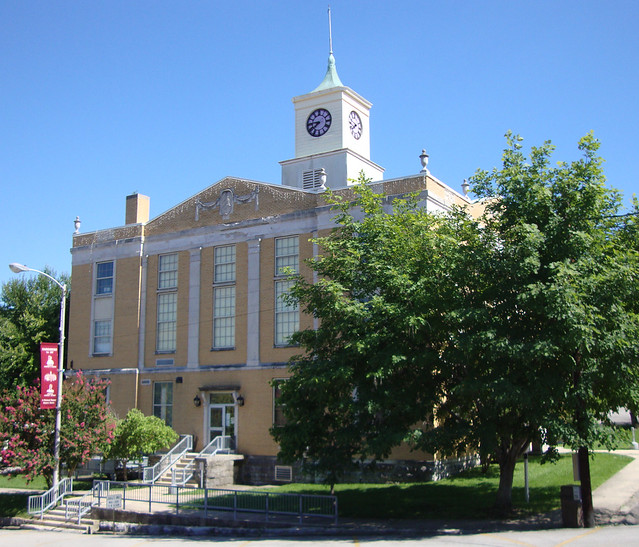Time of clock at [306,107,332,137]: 7:45
